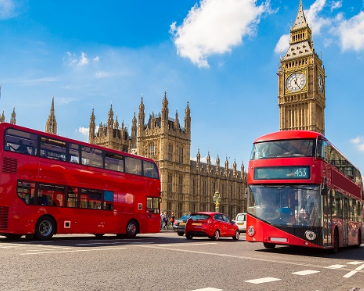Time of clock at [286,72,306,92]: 12:24
